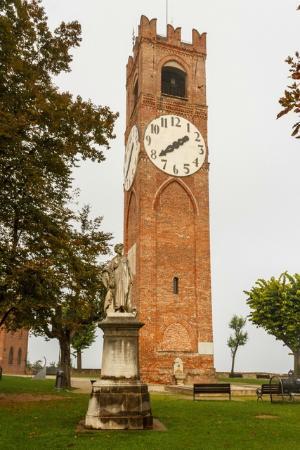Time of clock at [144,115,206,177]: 1:38
